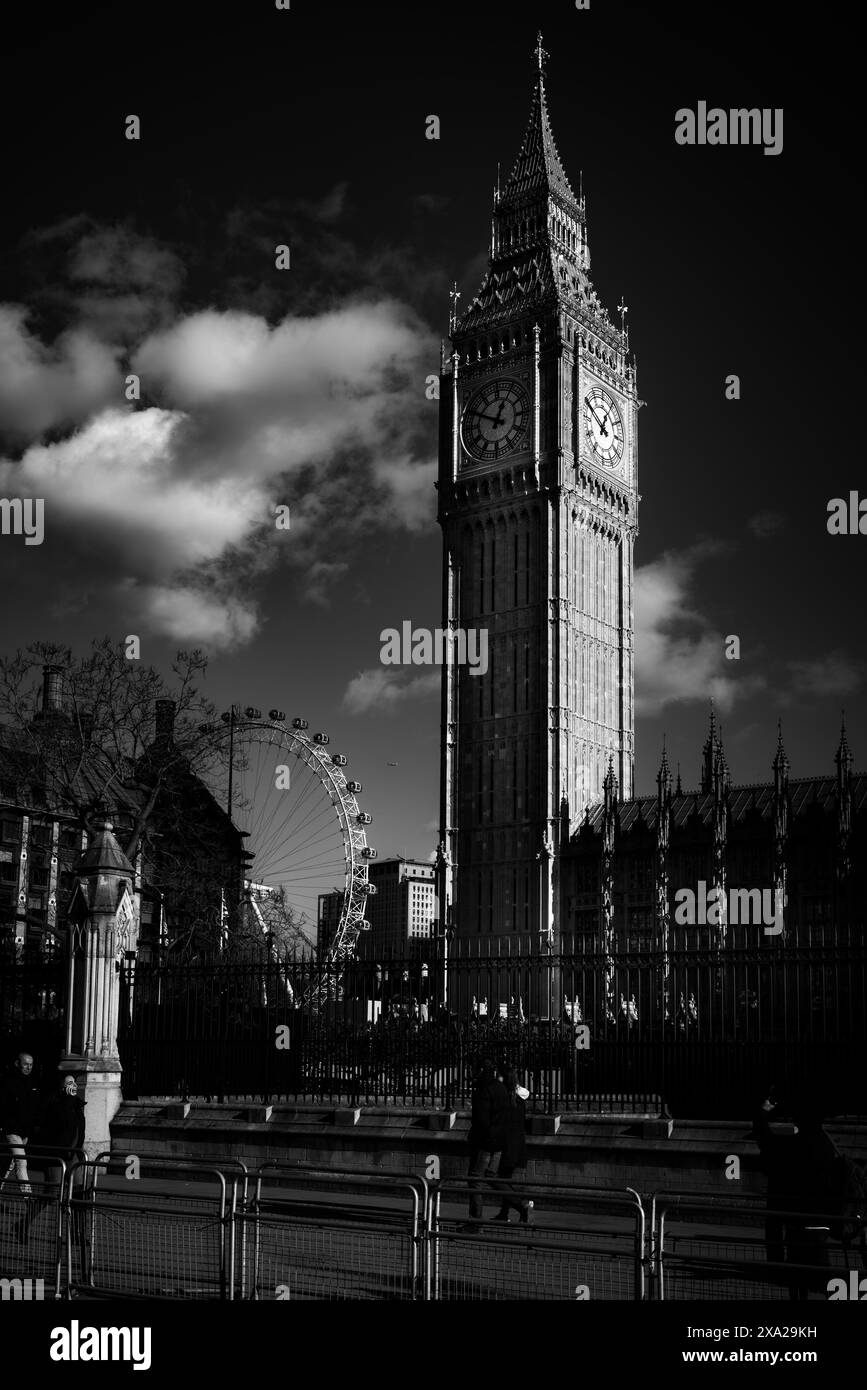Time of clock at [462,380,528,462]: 12:49
